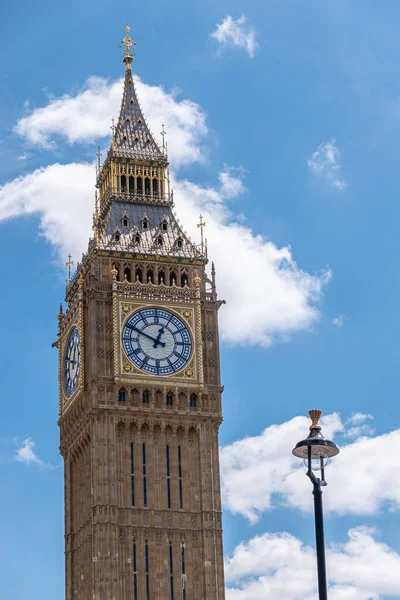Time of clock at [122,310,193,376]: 12:49
